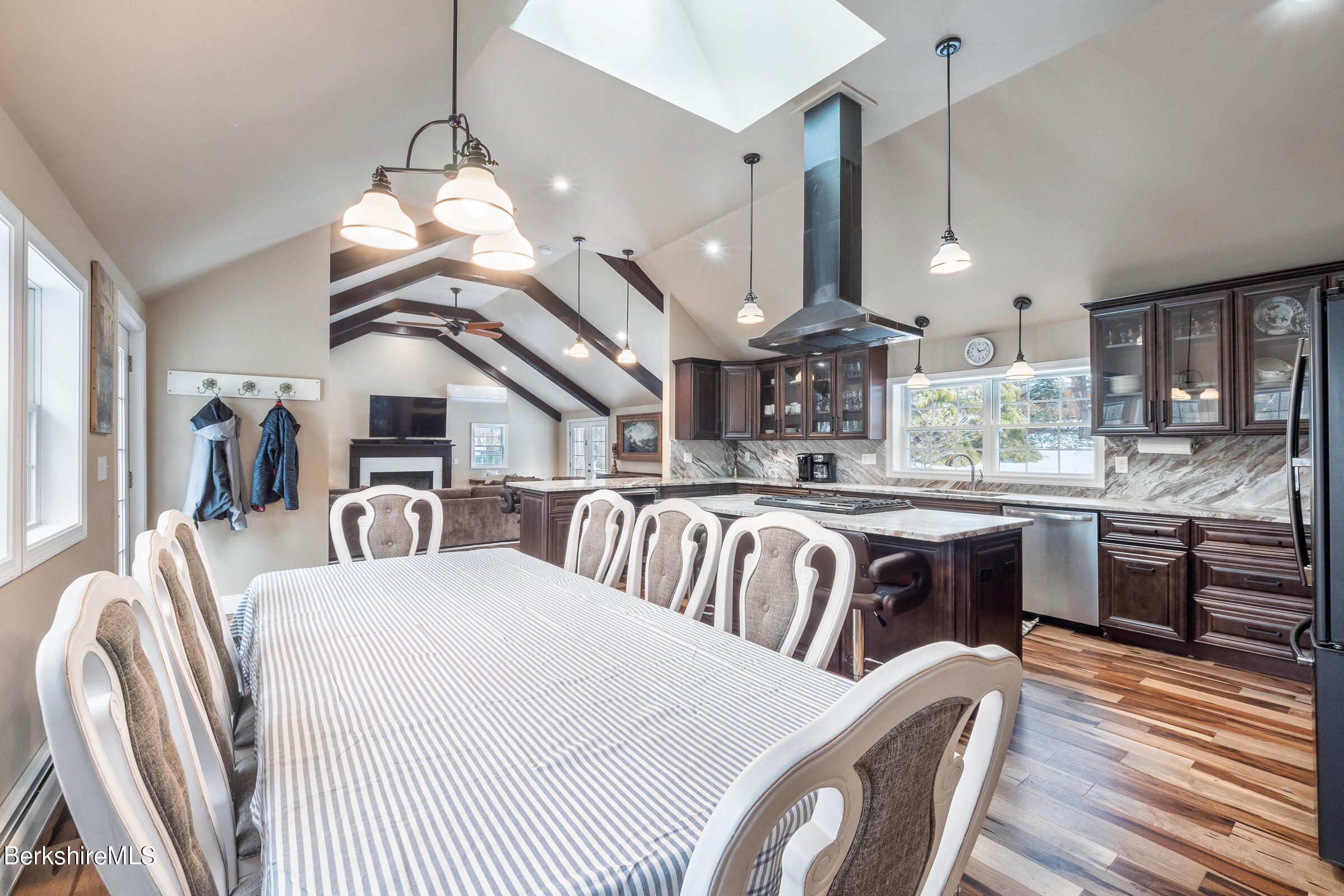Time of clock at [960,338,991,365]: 11:12
